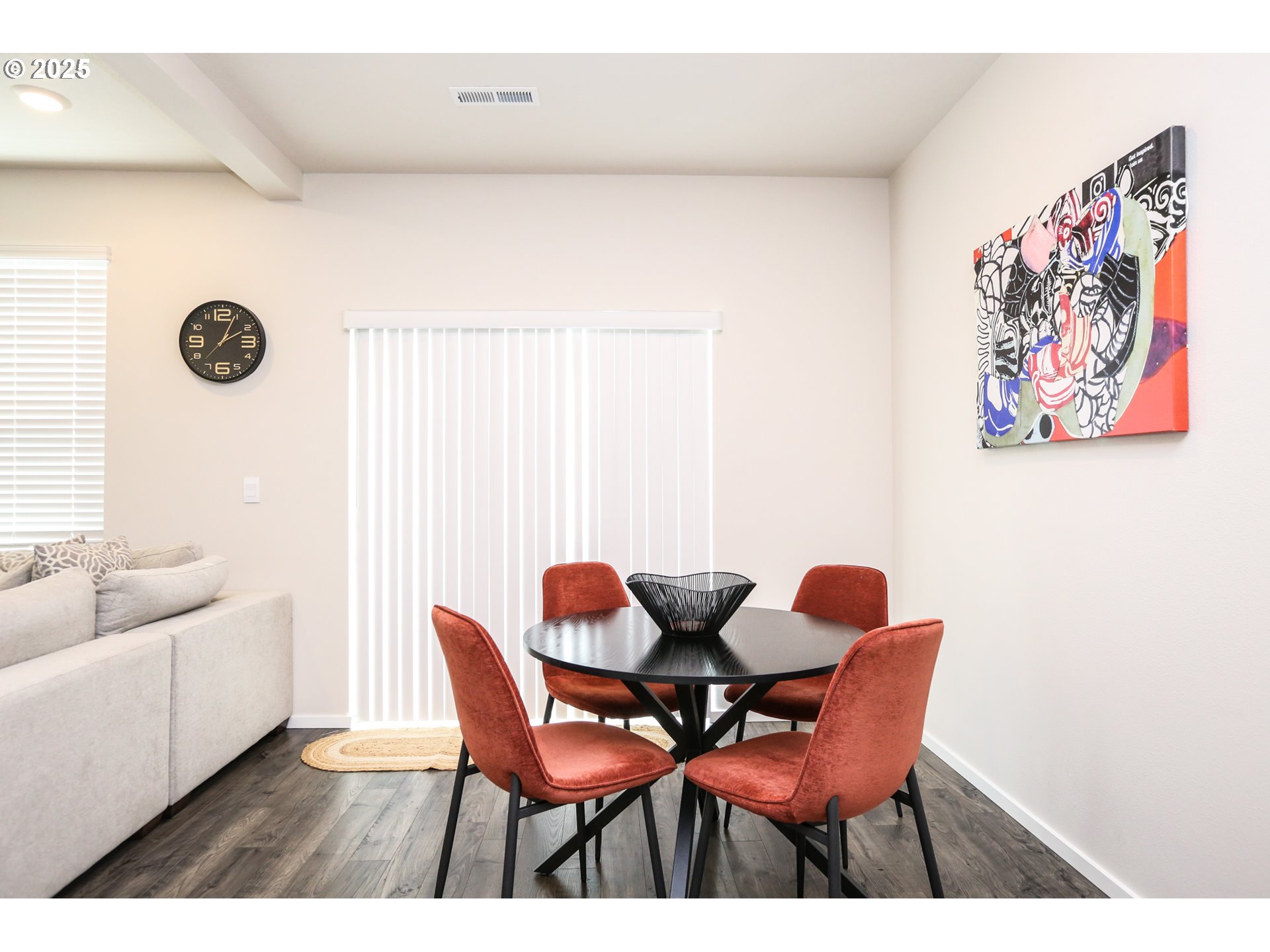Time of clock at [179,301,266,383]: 2:04
